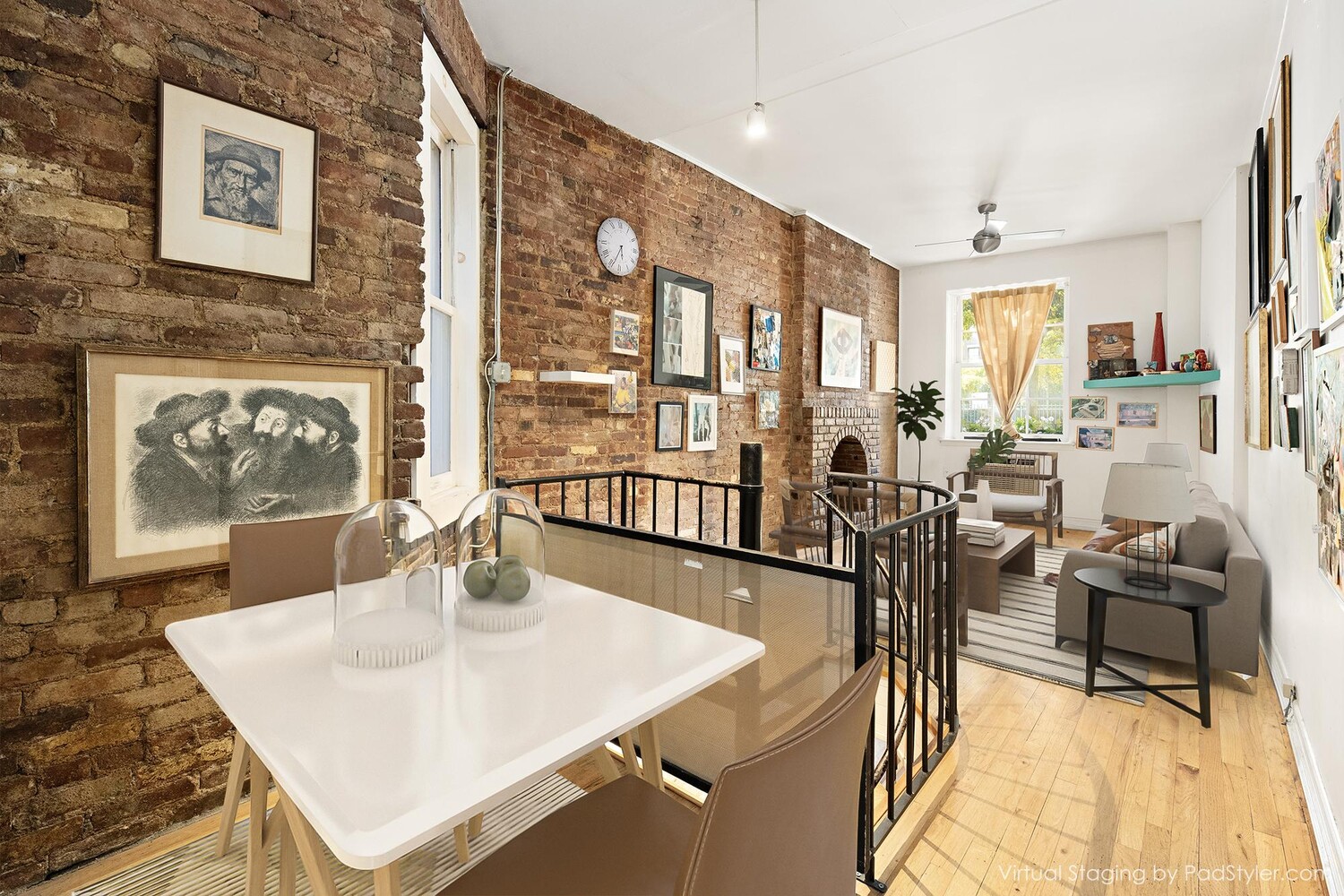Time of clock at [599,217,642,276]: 5:34
